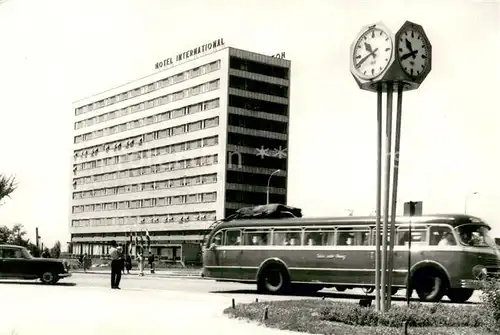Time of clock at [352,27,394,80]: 10:41
